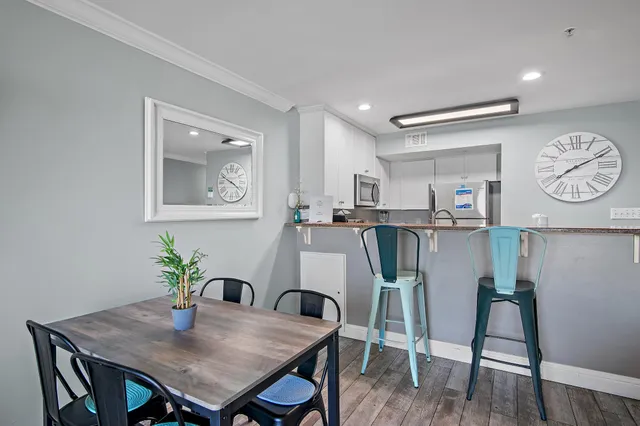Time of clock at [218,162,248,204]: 3:48
